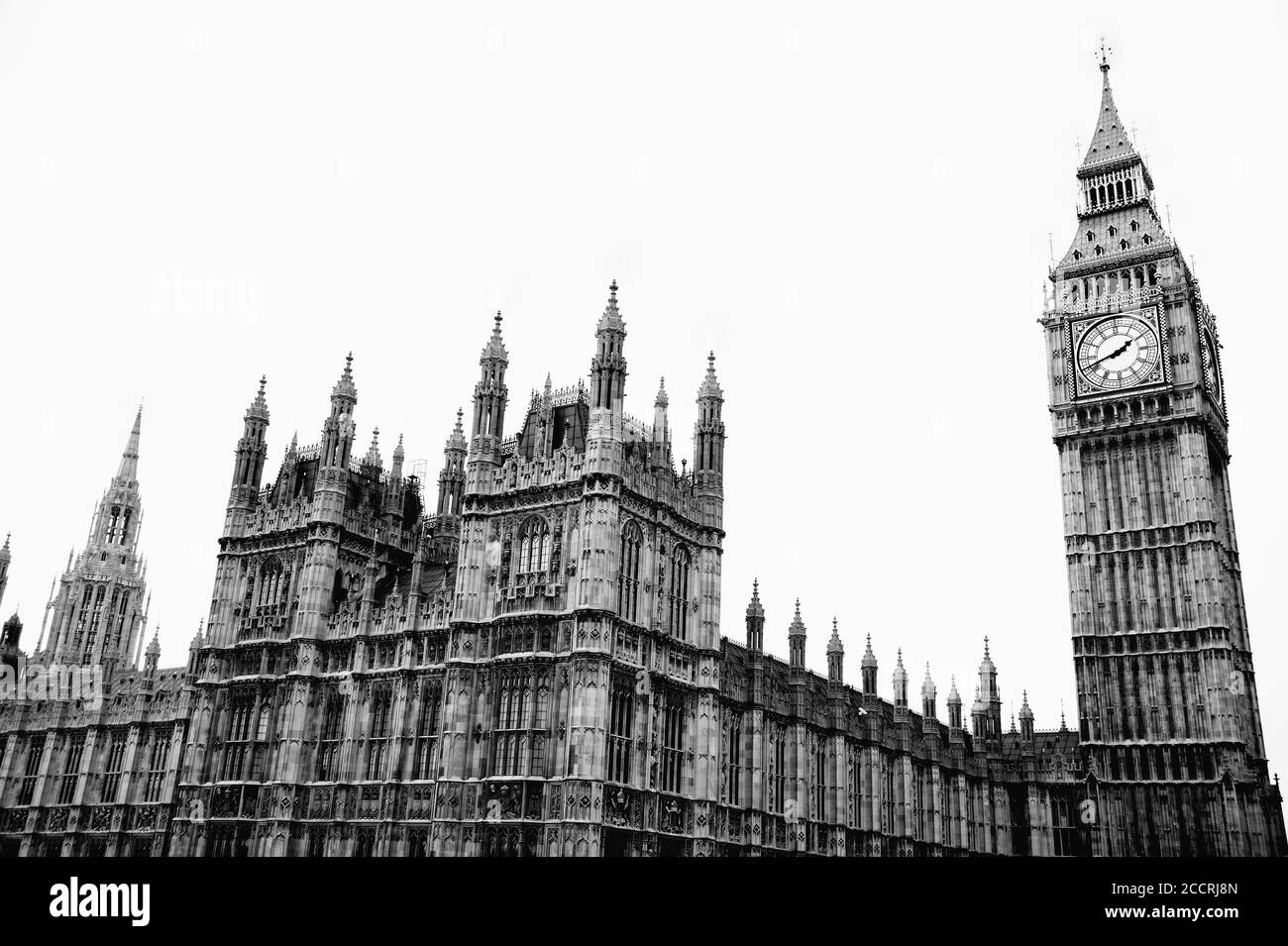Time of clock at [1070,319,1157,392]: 1:41
